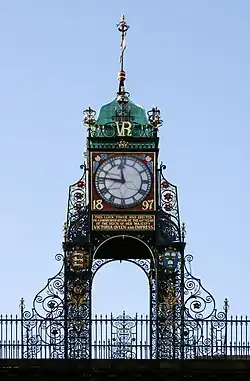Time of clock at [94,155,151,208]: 11:46
